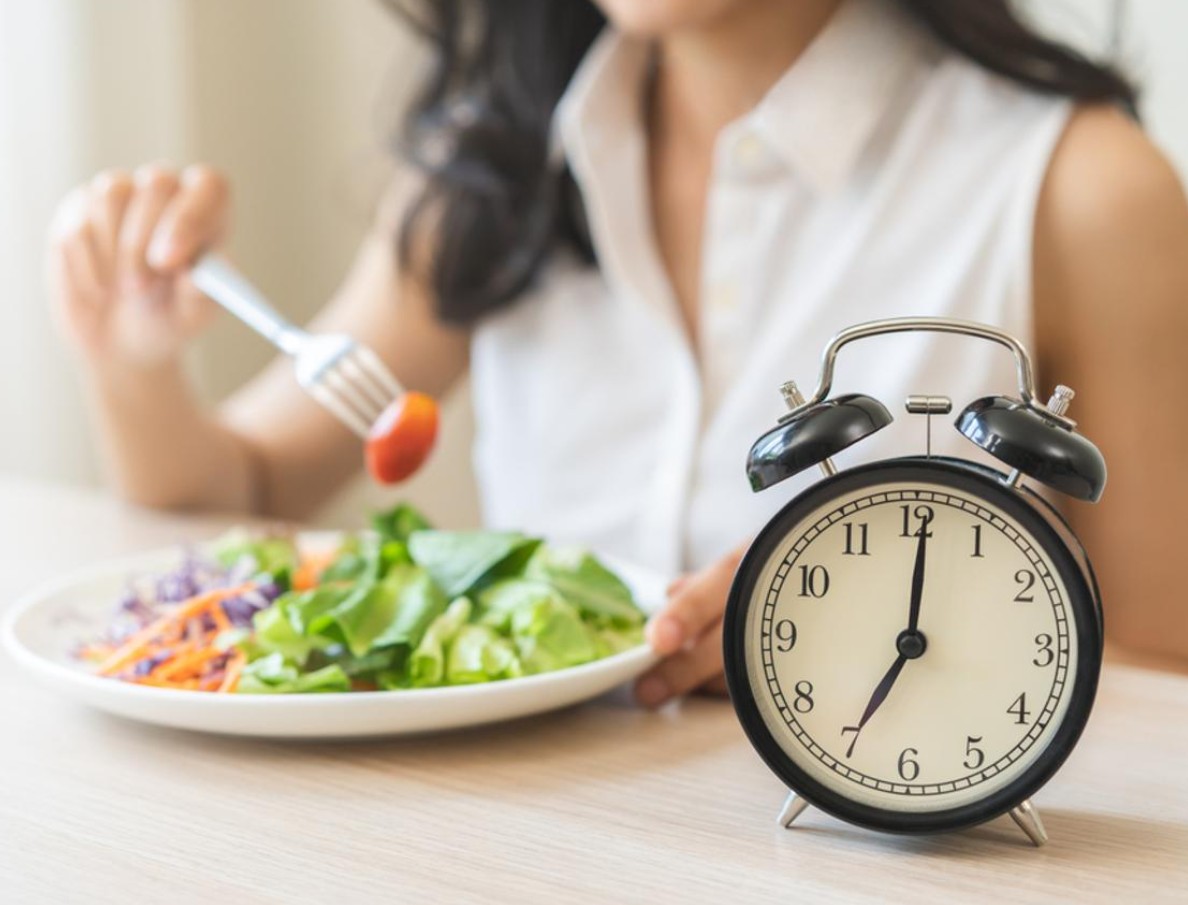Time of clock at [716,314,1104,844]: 7:00
